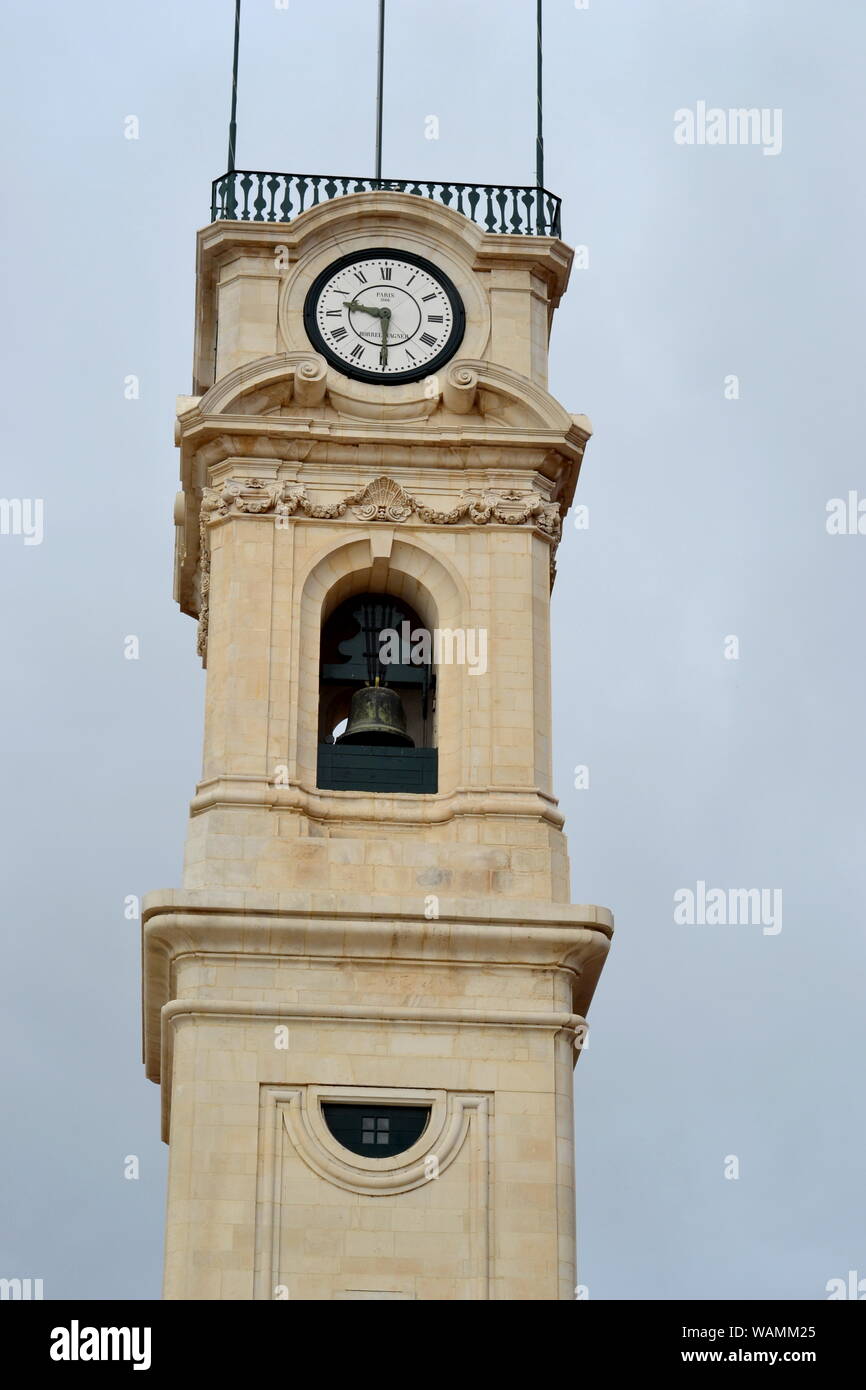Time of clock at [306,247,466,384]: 9:29
